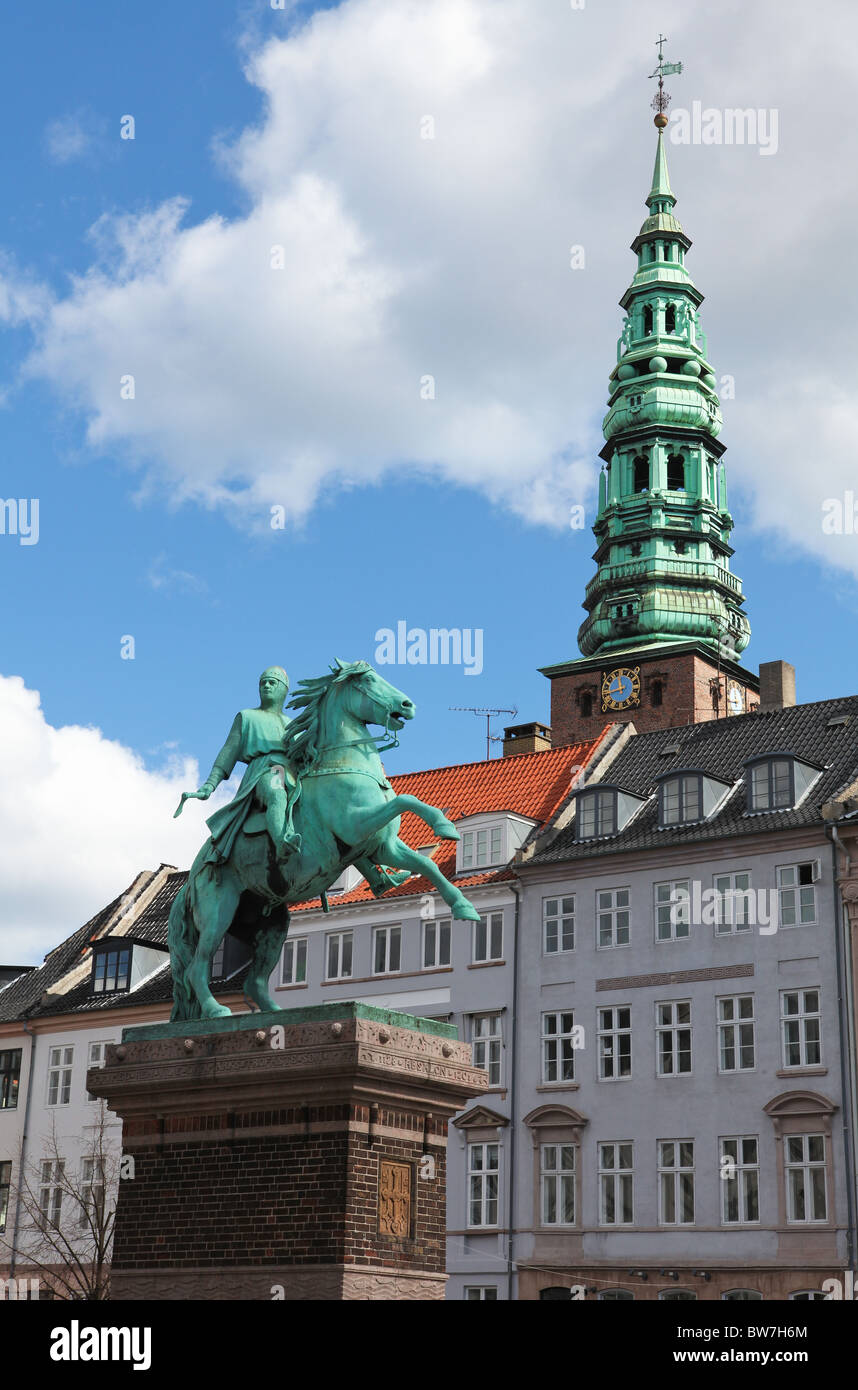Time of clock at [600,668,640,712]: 11:42
